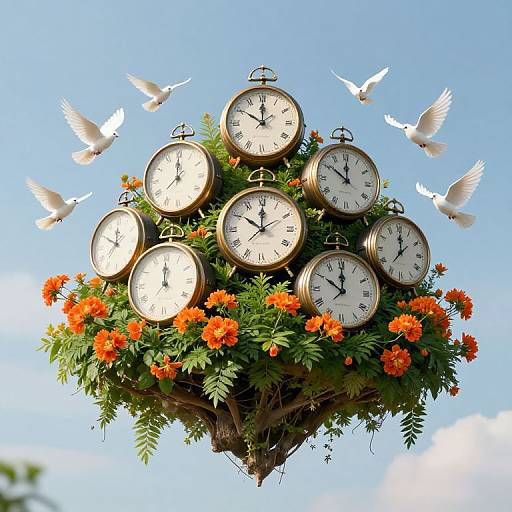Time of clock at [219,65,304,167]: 10:00
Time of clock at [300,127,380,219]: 10:00
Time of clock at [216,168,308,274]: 10:00
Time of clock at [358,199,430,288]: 12:00
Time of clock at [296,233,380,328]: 10:00
